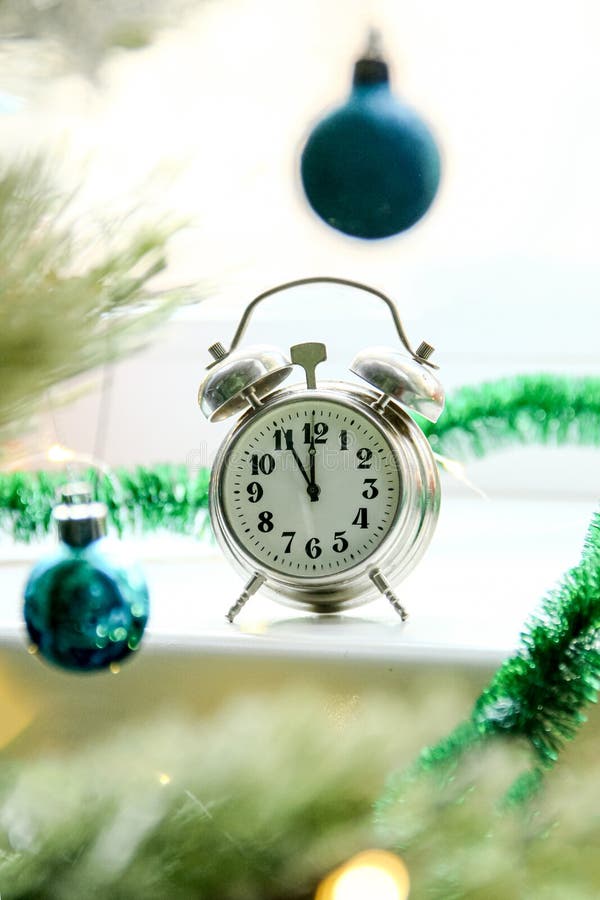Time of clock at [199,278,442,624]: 10:59
